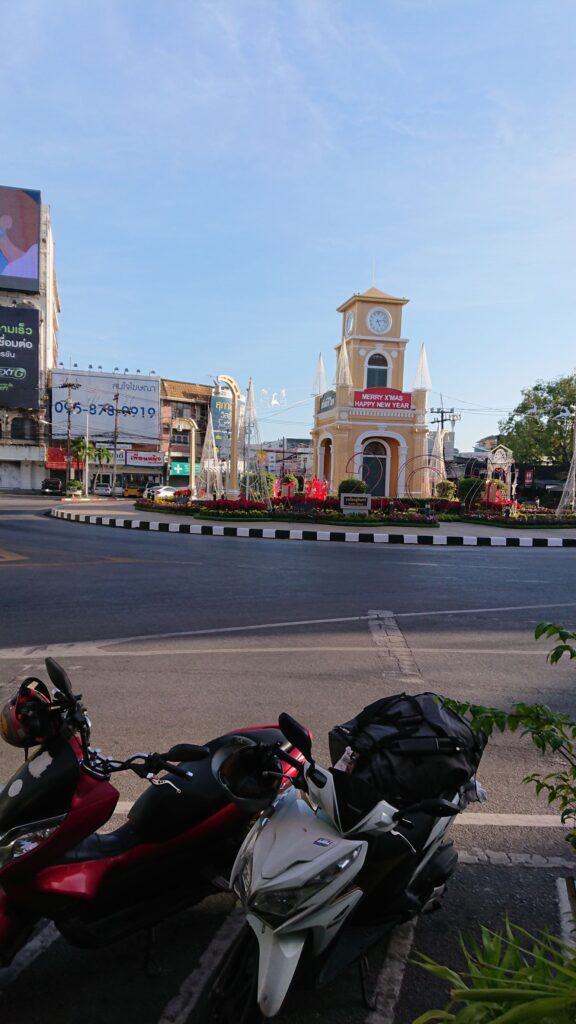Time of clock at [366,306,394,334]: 5:12
